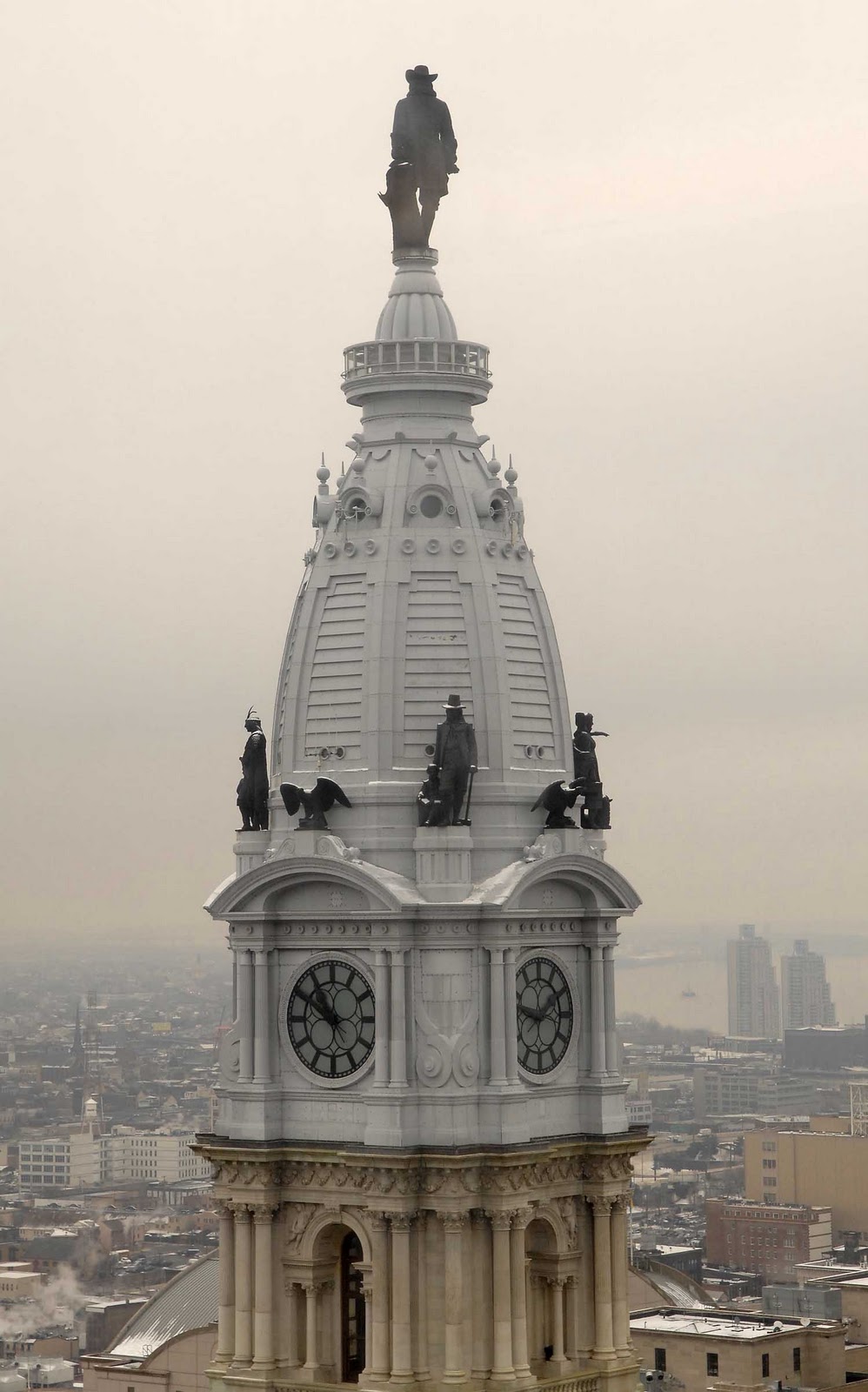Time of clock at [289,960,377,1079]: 10:50
